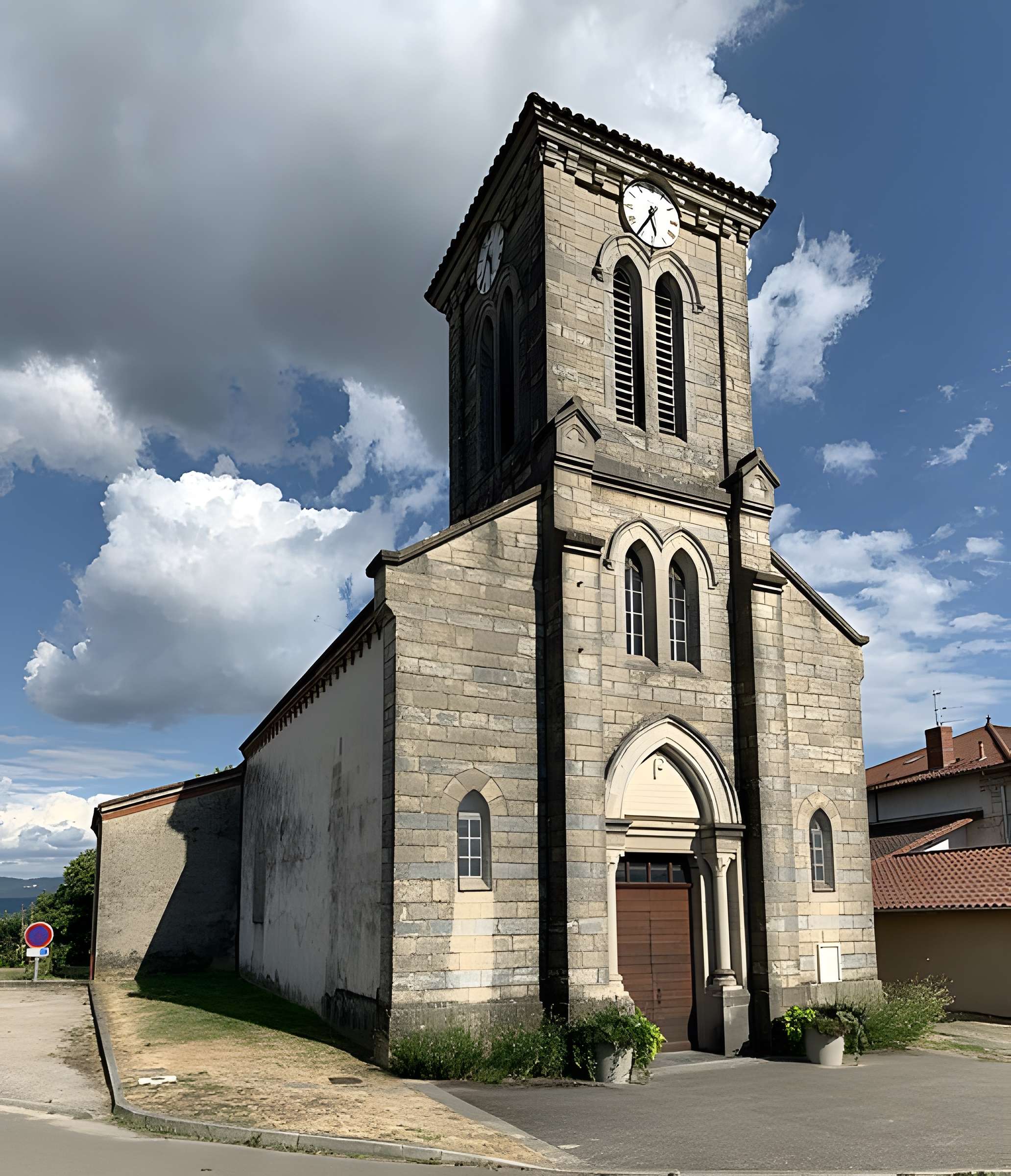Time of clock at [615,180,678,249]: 5:35
